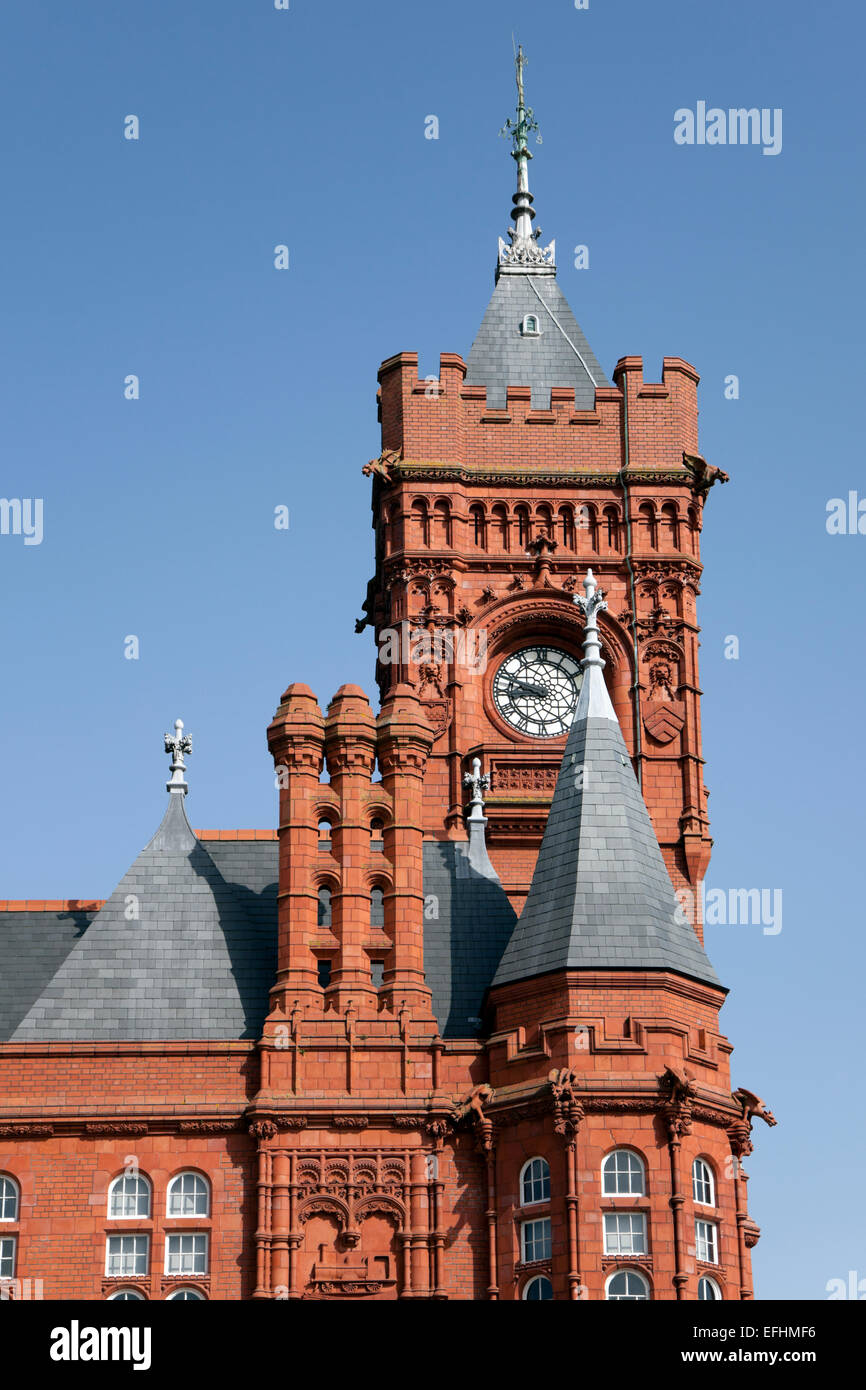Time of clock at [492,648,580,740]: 8:47
